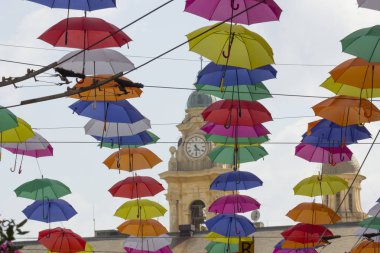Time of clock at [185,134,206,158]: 4:29
